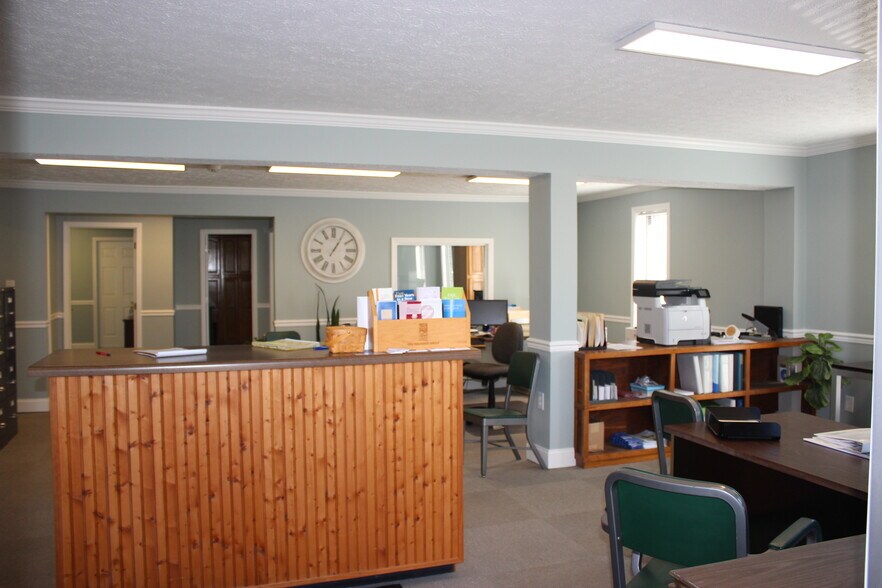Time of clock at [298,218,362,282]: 1:05
